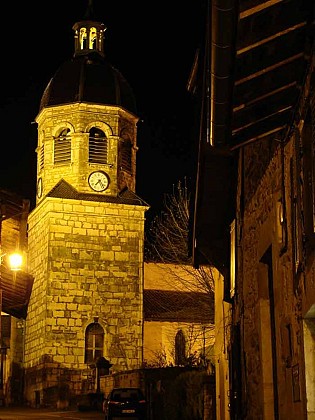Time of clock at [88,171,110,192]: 7:24
